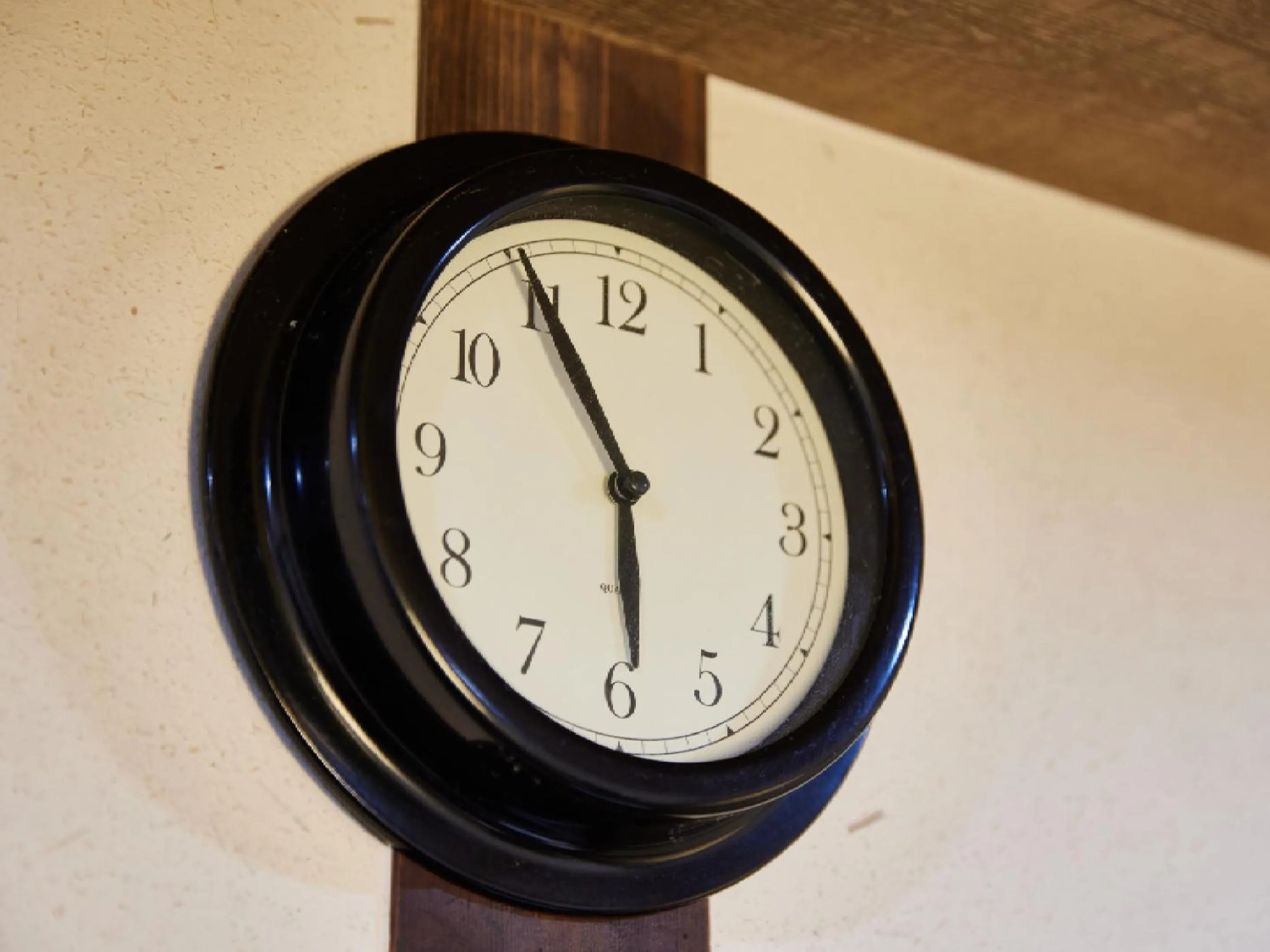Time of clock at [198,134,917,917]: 5:55
